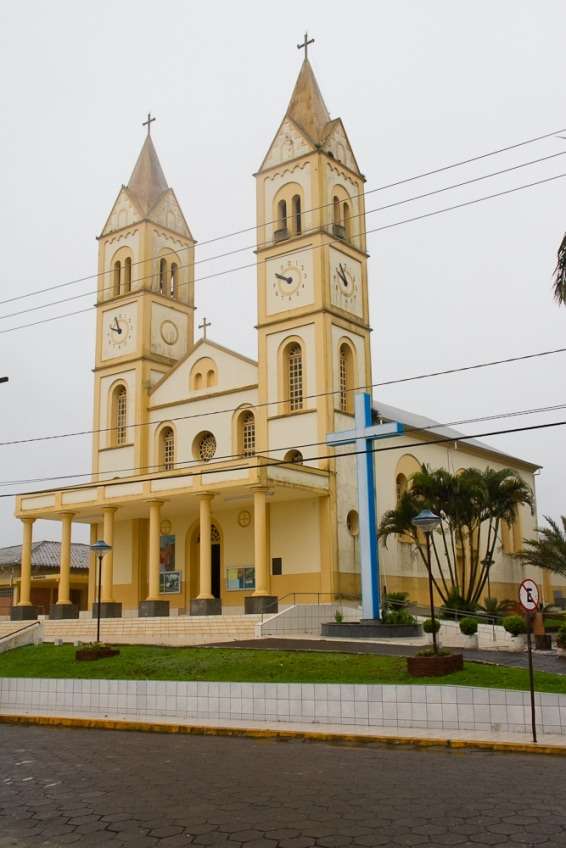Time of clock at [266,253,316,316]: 9:50
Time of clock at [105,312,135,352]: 9:56
